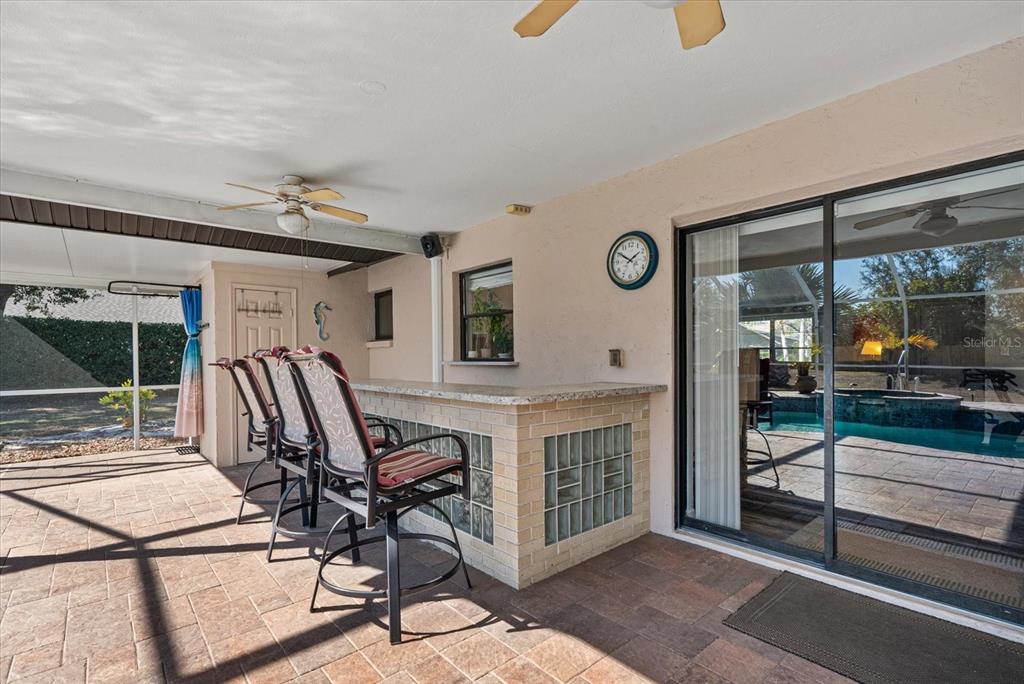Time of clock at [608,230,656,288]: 1:50
